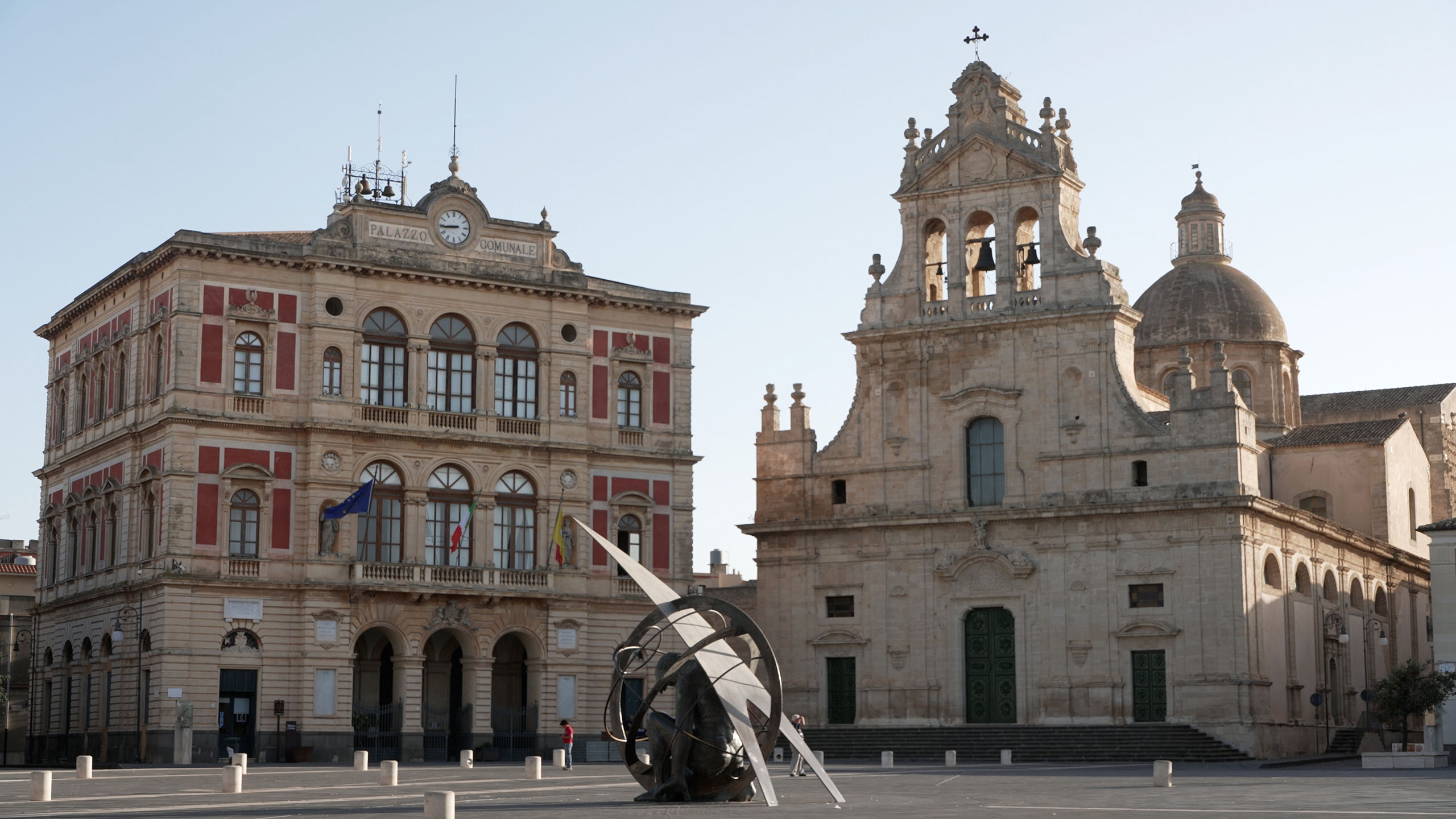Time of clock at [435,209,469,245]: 8:44
